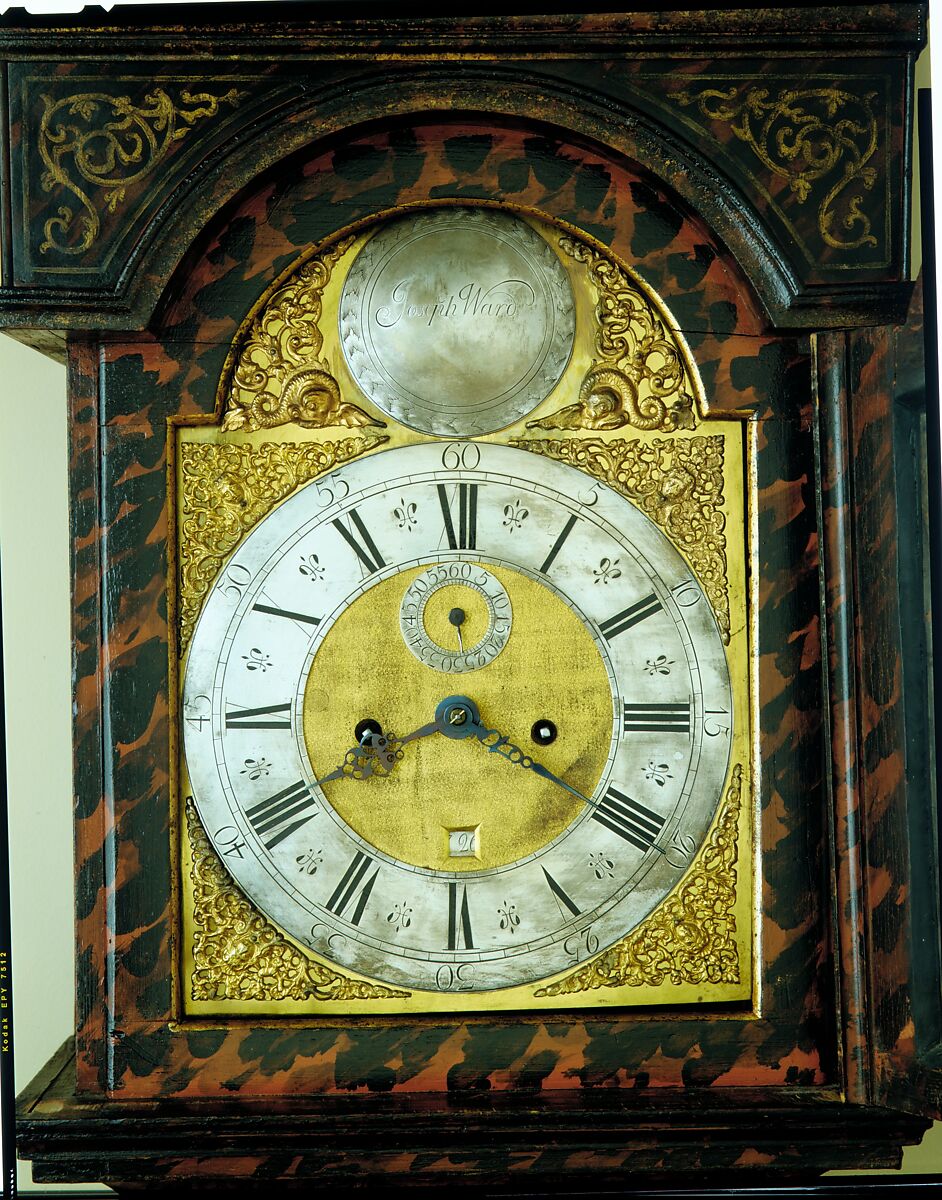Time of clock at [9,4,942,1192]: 3:40
